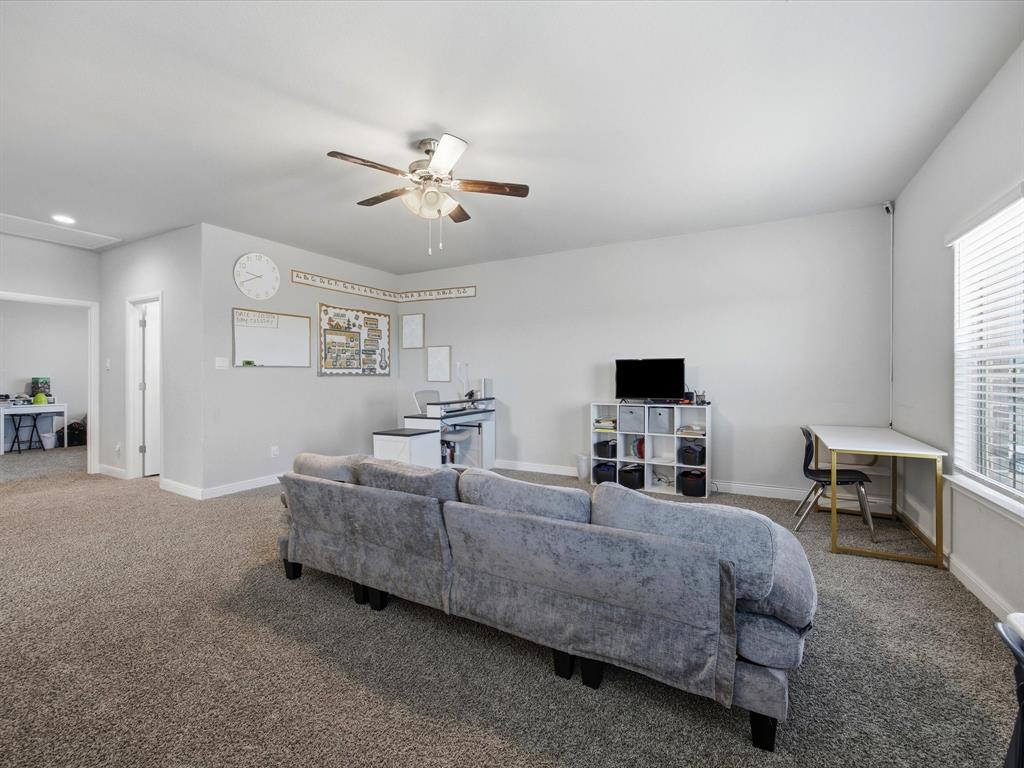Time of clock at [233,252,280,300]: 9:41
